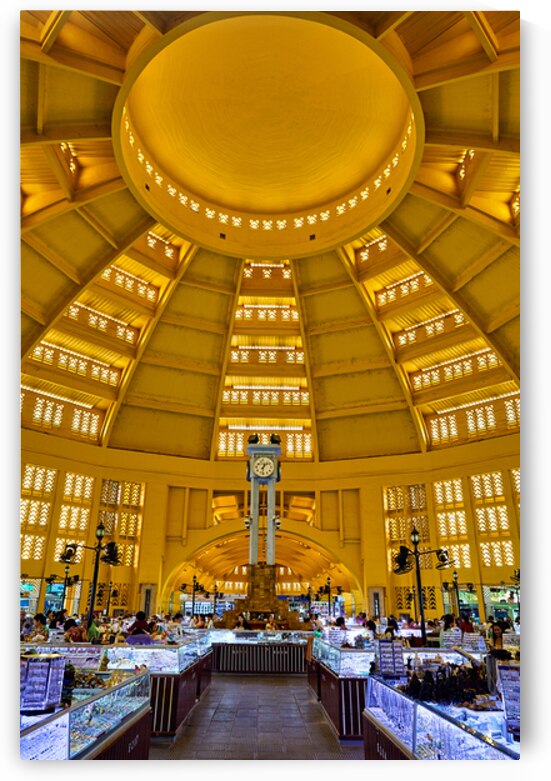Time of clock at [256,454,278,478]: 1:32
